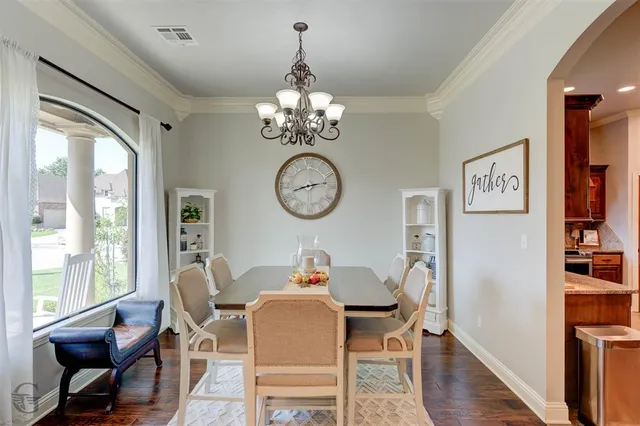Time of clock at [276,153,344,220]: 8:13
